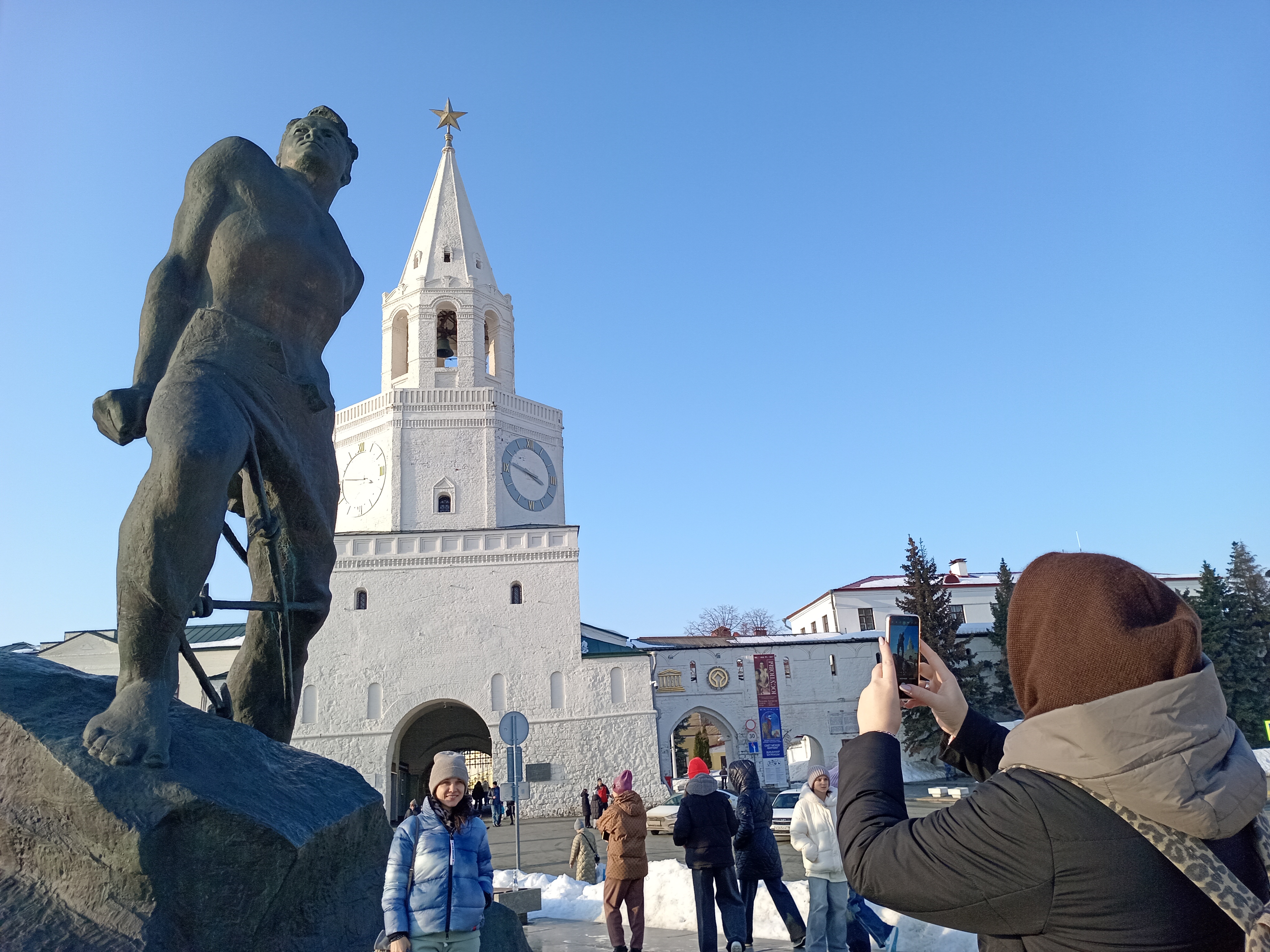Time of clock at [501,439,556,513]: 3:47
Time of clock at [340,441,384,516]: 3:46
